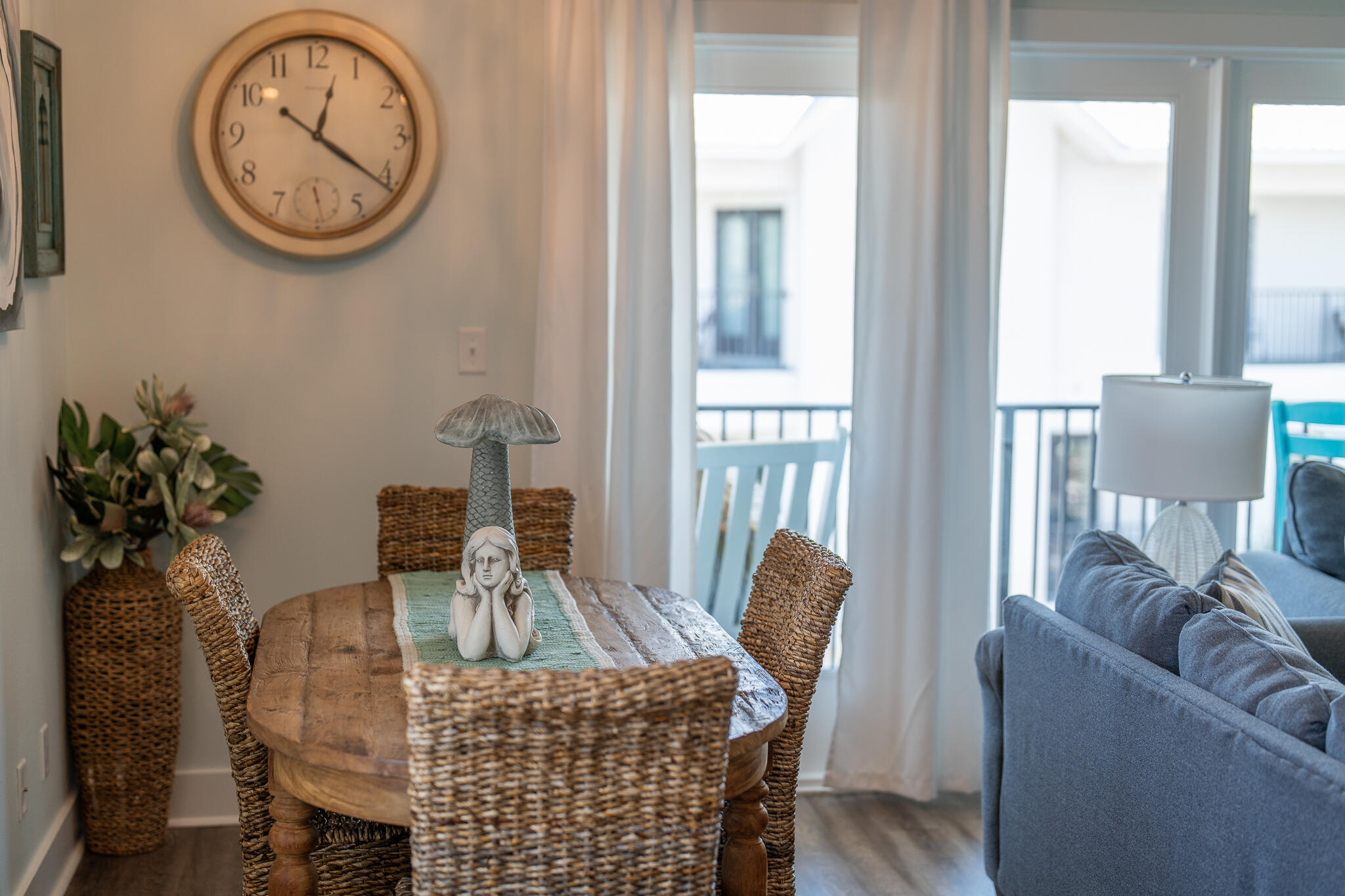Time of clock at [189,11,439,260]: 10:20
